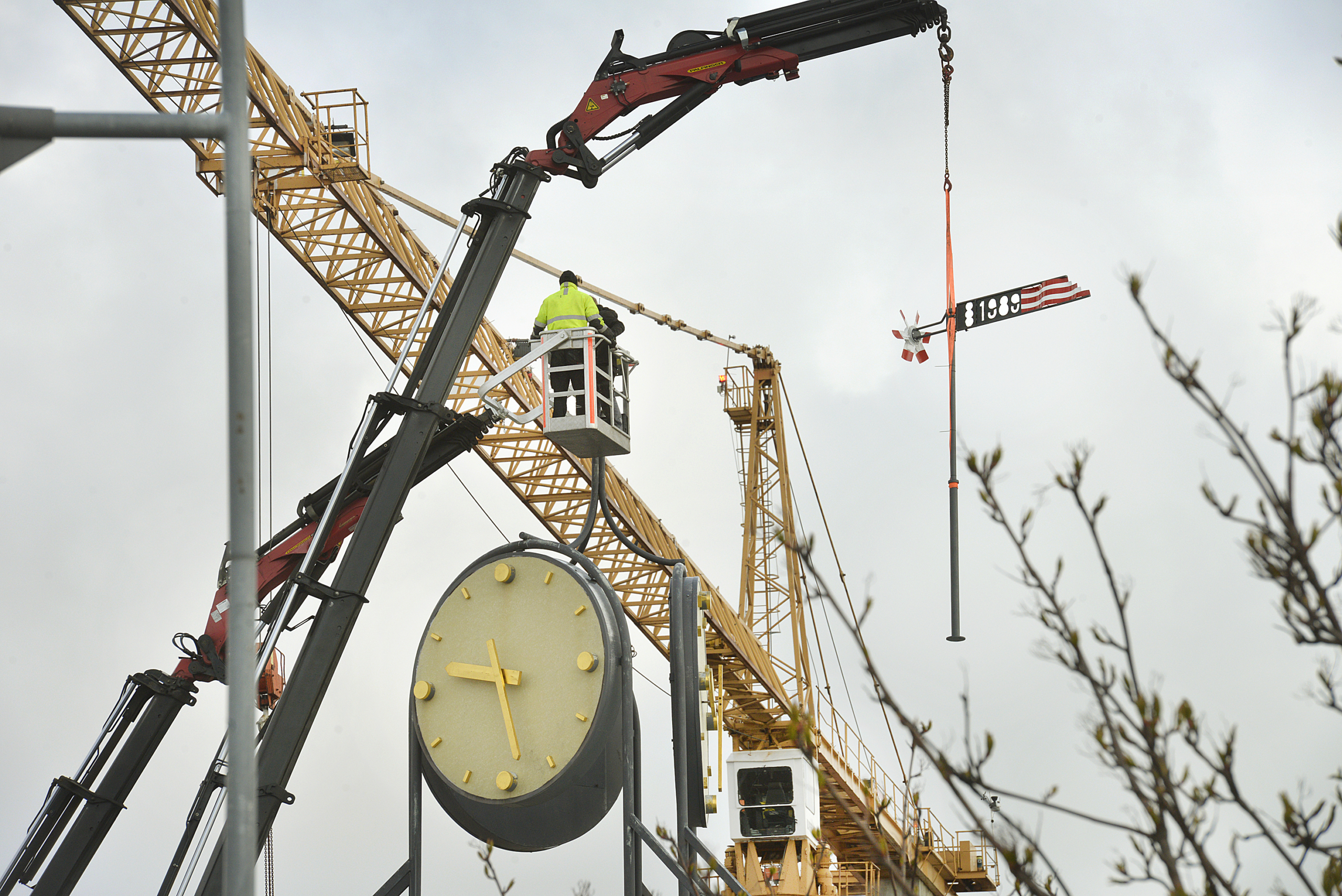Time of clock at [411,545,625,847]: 9:28
